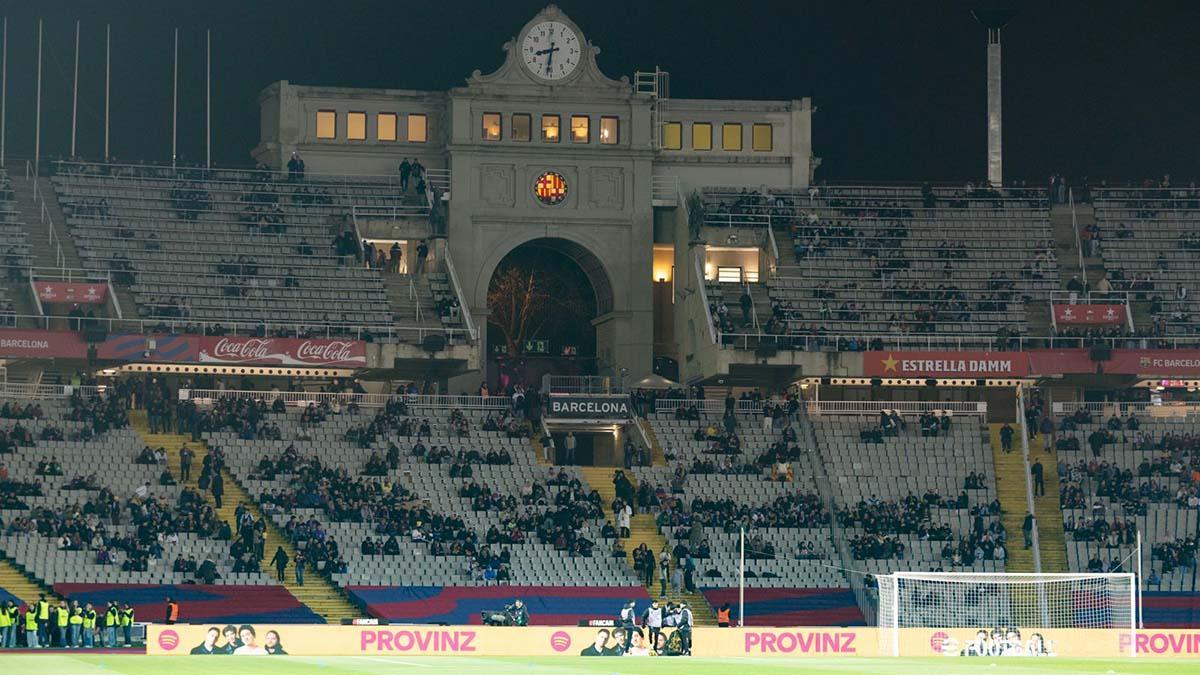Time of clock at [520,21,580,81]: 8:31
